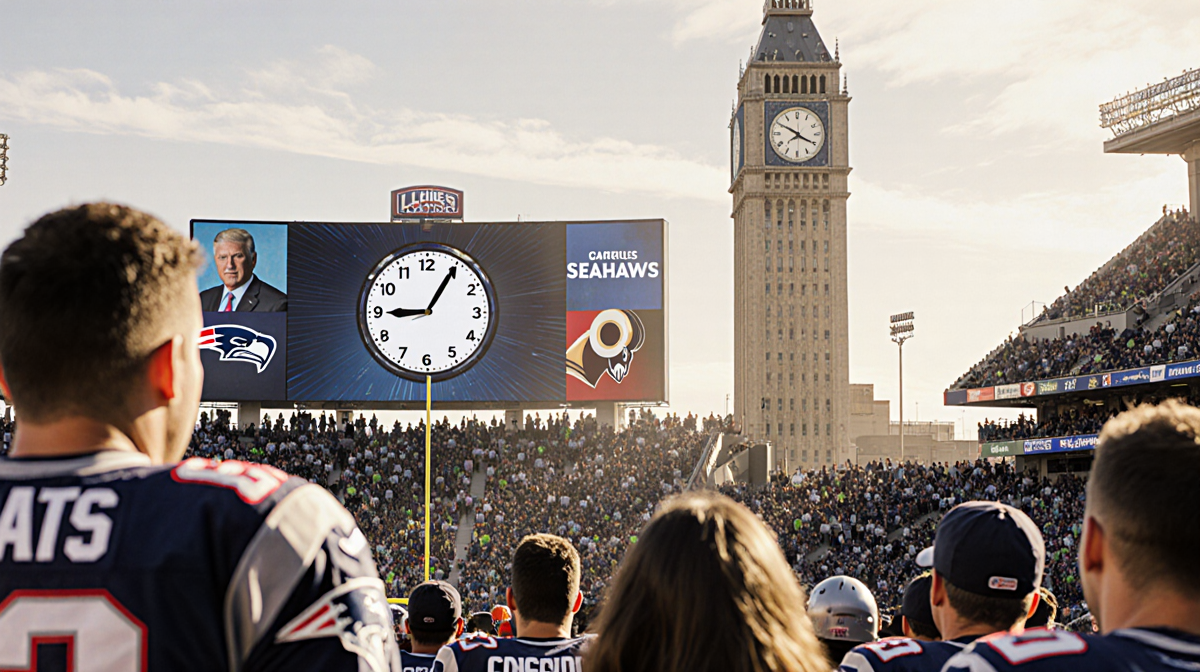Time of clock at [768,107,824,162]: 3:50
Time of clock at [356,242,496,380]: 9:05
